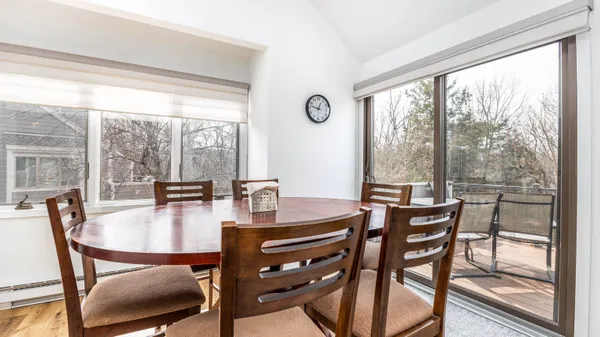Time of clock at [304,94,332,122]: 12:47
